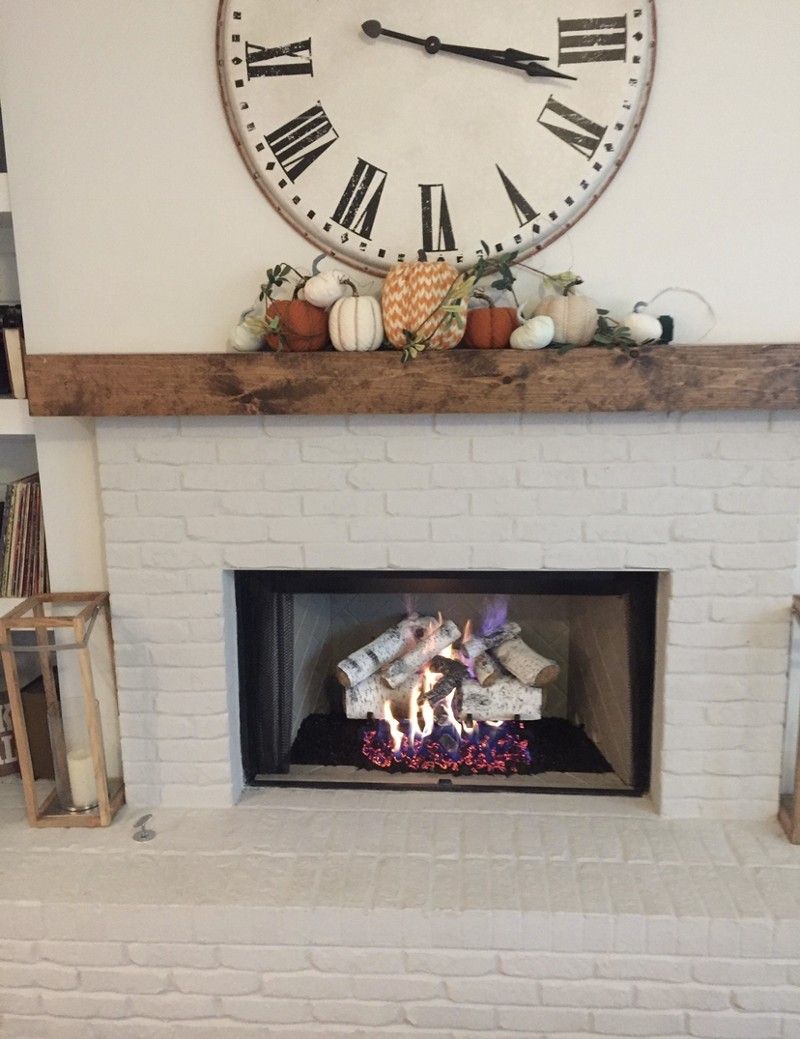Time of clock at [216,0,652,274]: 3:17
